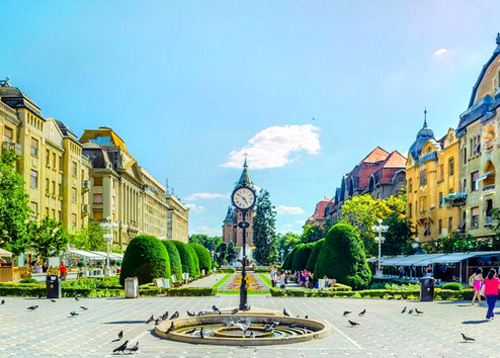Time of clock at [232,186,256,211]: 4:50
